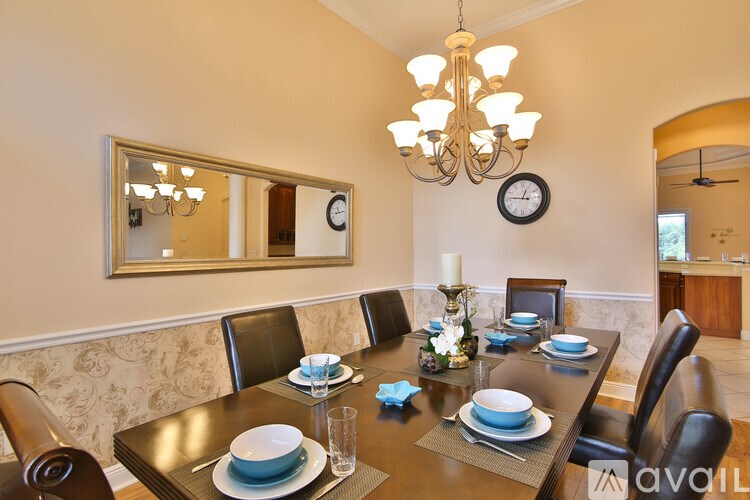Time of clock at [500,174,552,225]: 12:46
